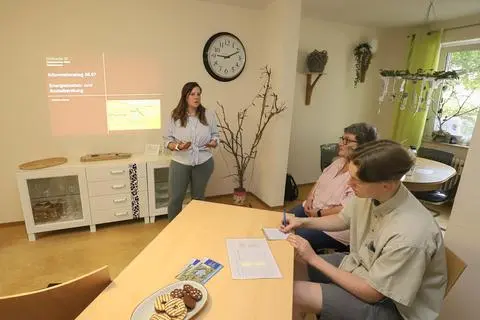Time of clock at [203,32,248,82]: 9:11
